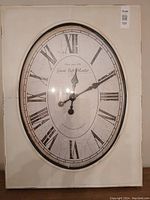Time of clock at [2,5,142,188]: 12:10
